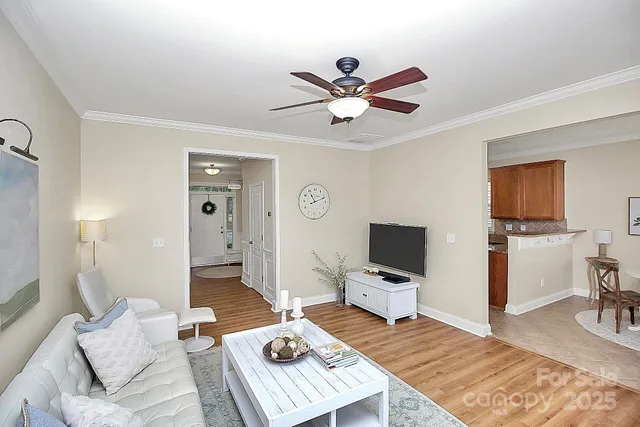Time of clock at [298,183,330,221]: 11:11
